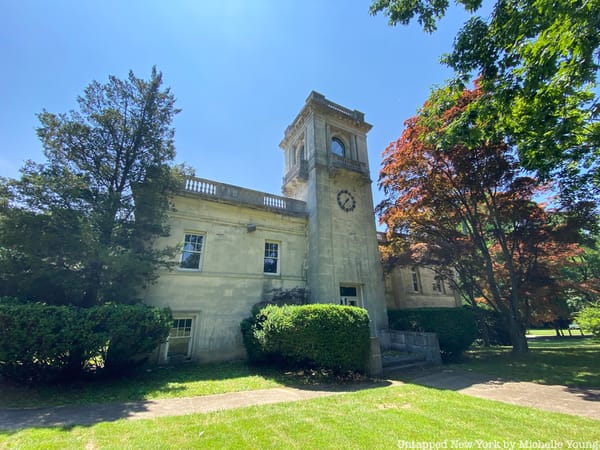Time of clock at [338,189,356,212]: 1:36
